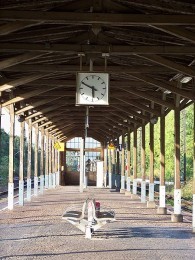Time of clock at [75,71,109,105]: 5:49
